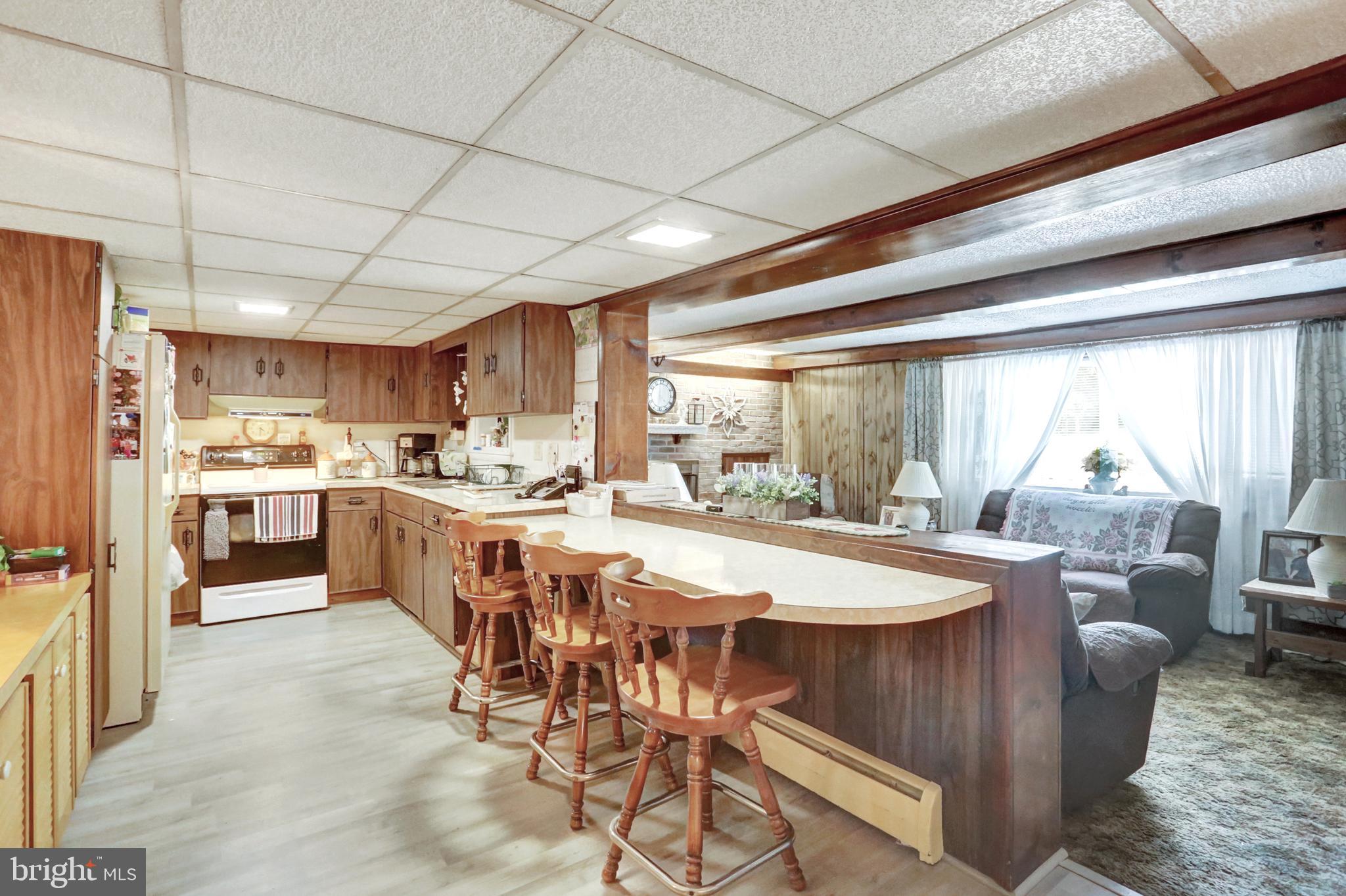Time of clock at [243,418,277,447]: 4:30
